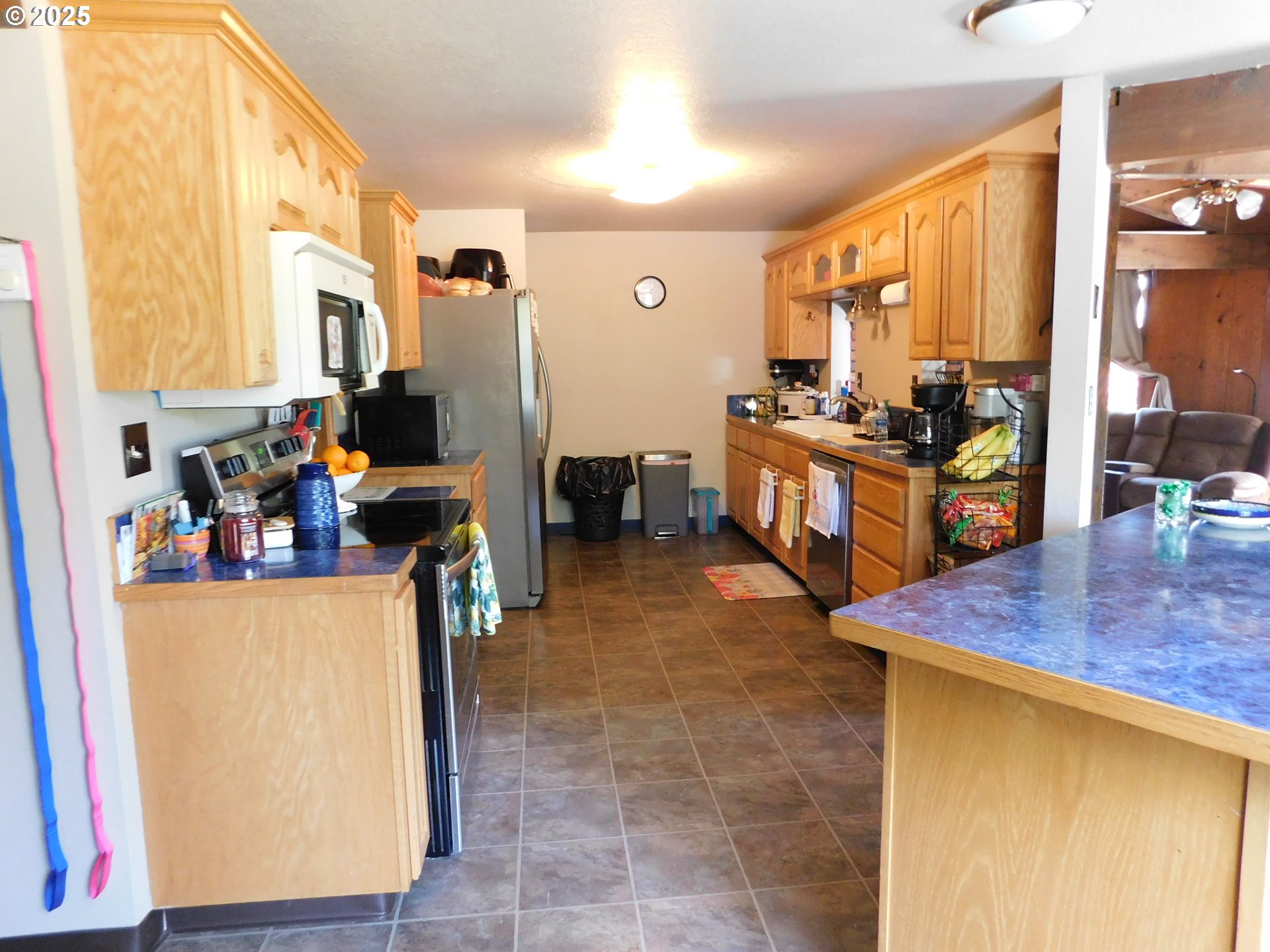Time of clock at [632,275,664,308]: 12:42
